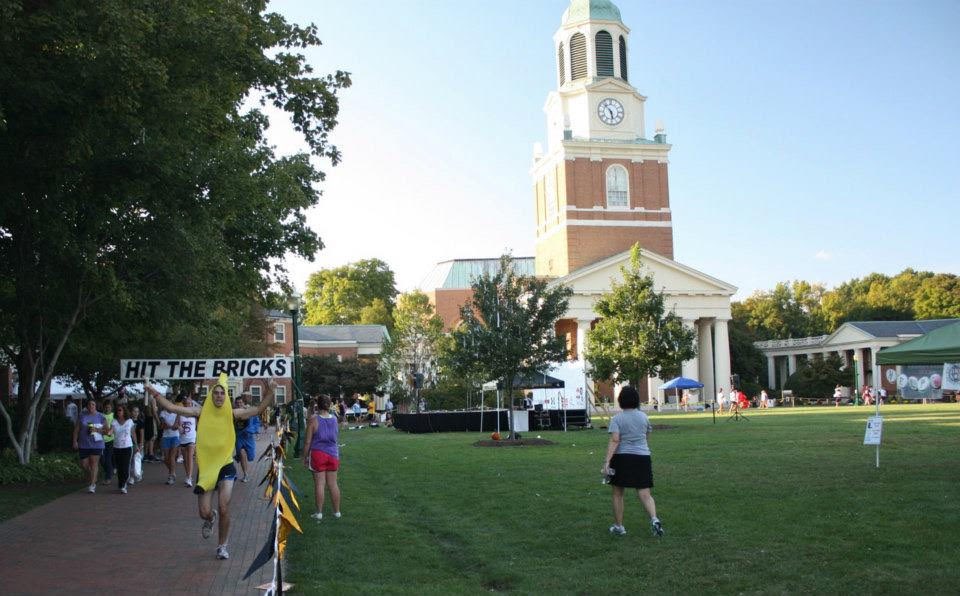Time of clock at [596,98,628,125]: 5:52
